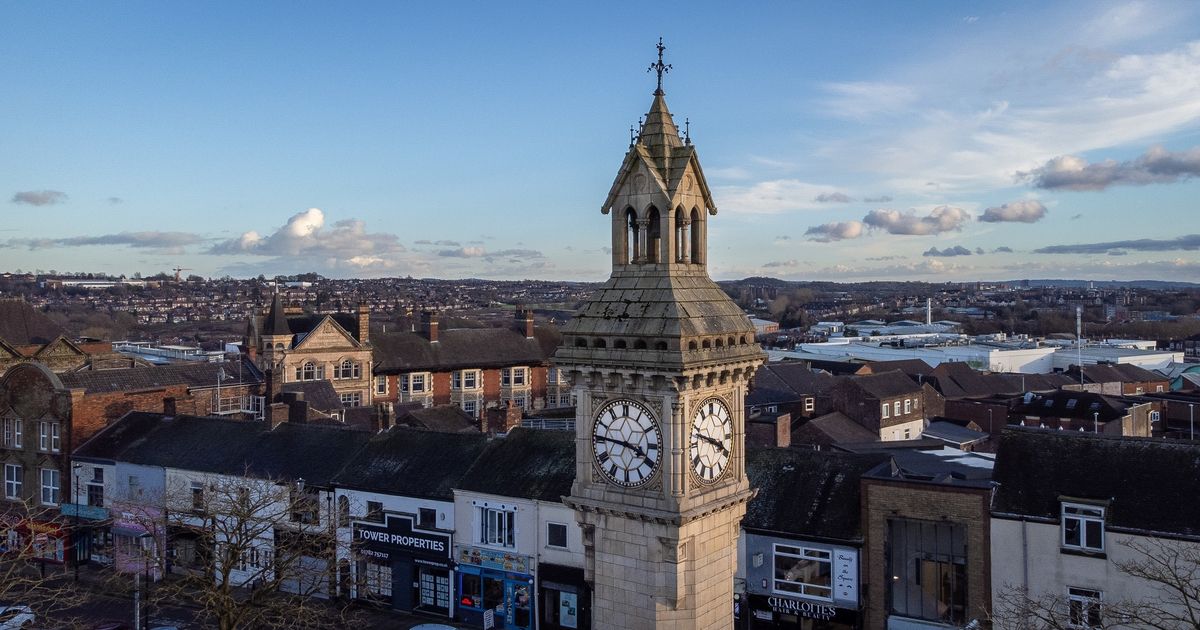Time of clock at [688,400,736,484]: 3:47
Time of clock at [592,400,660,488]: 3:45
